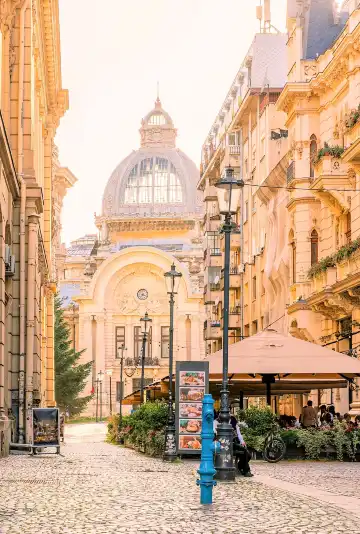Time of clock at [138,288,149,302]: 7:18
